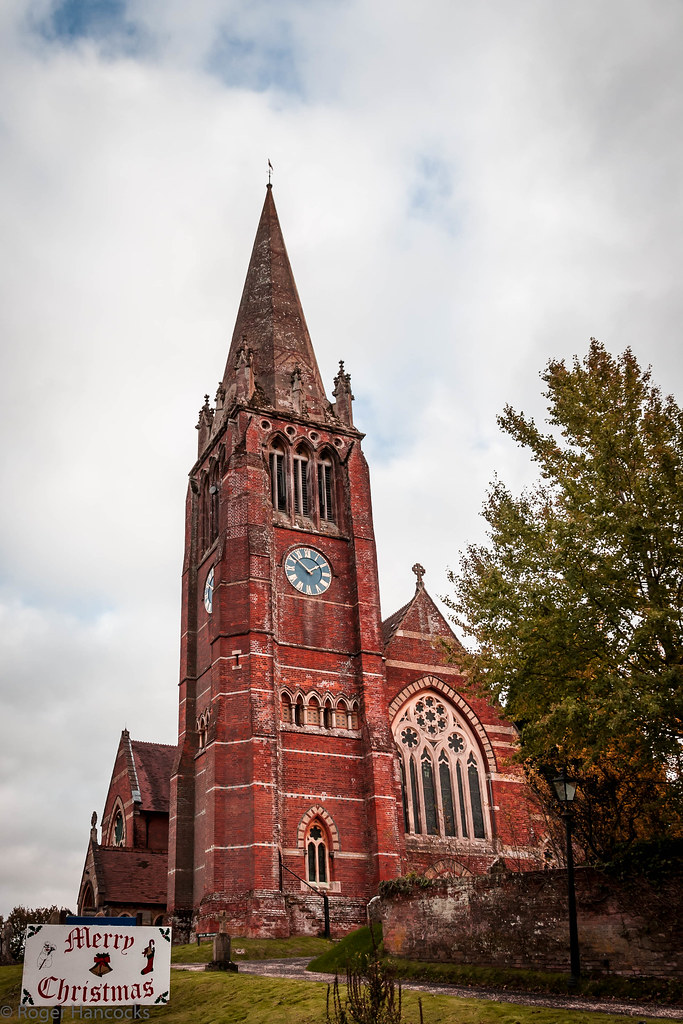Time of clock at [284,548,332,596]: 1:51
